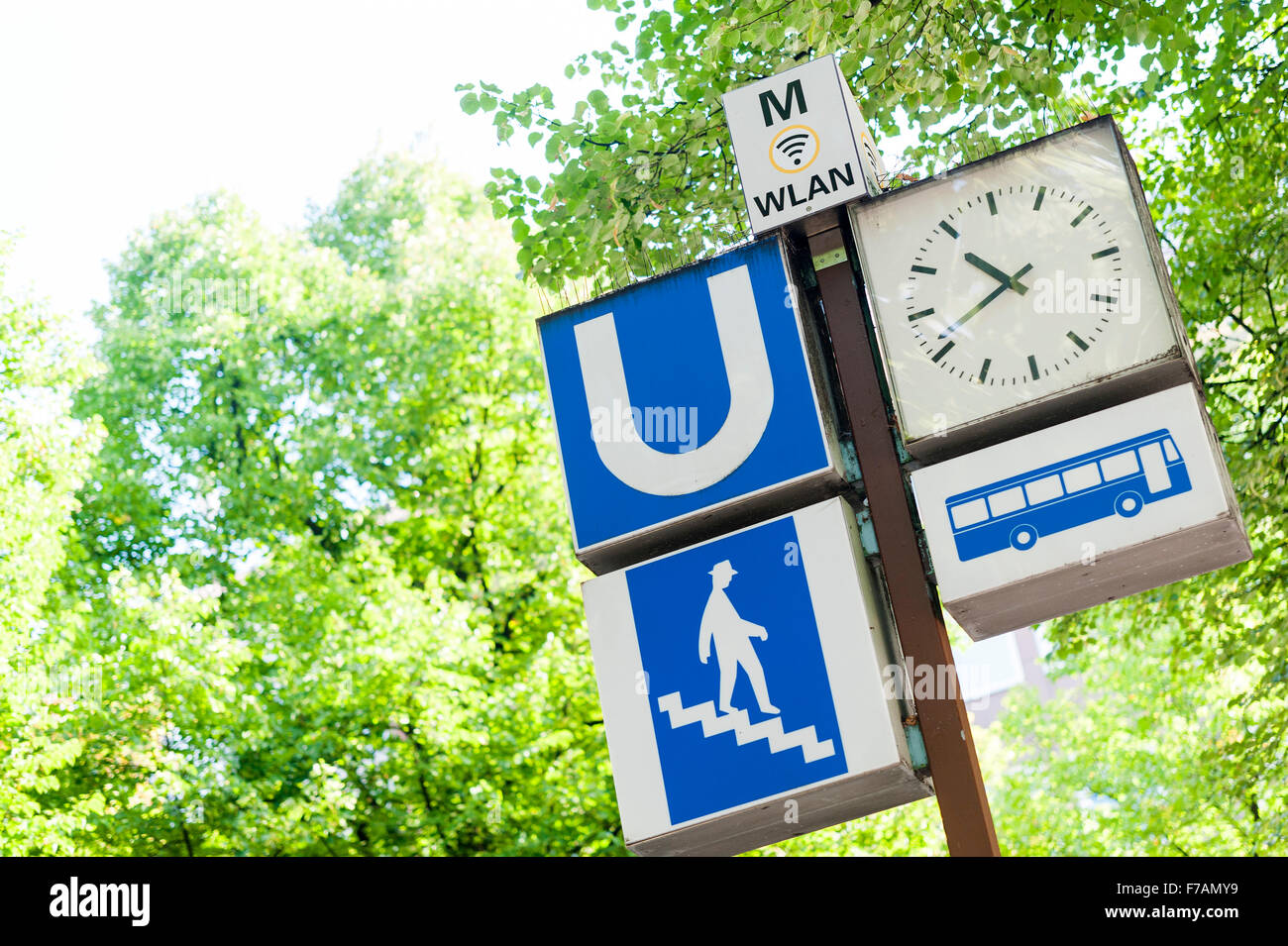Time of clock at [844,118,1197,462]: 10:41
